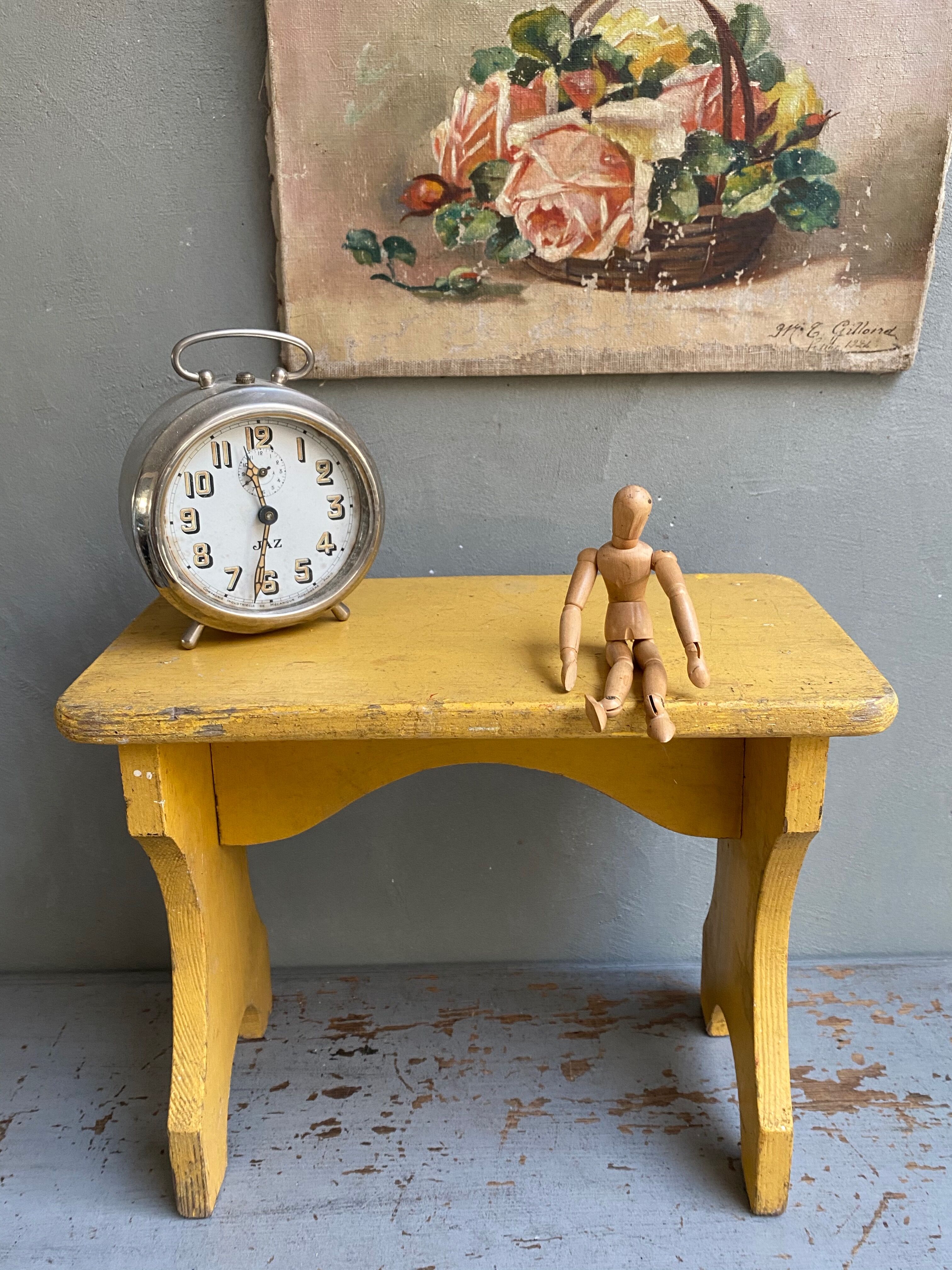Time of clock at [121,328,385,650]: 11:31
